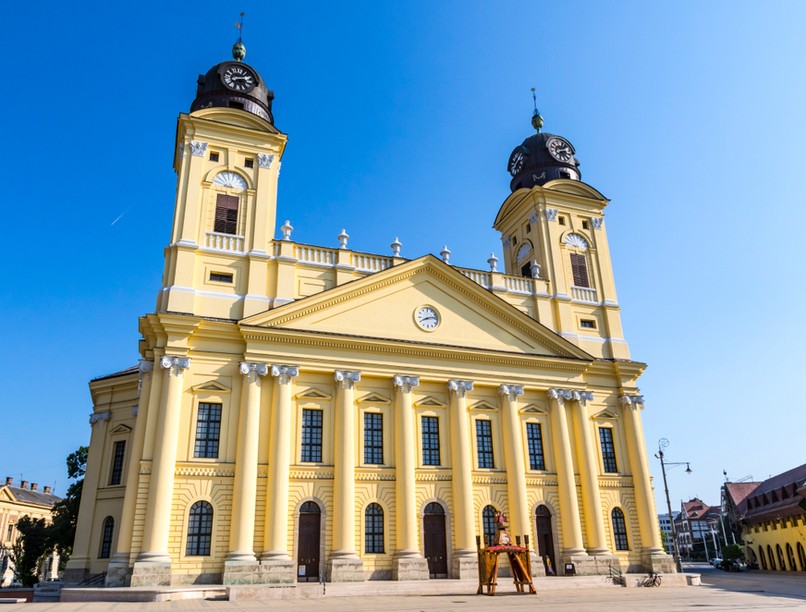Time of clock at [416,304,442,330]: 8:12
